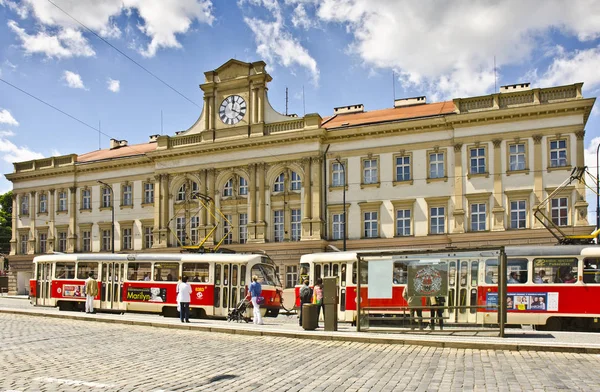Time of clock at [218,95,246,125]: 4:01
